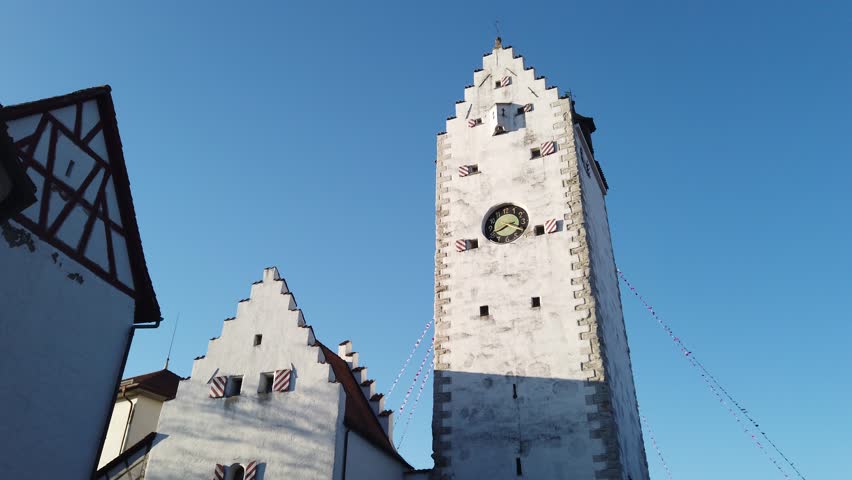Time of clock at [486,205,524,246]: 3:40
